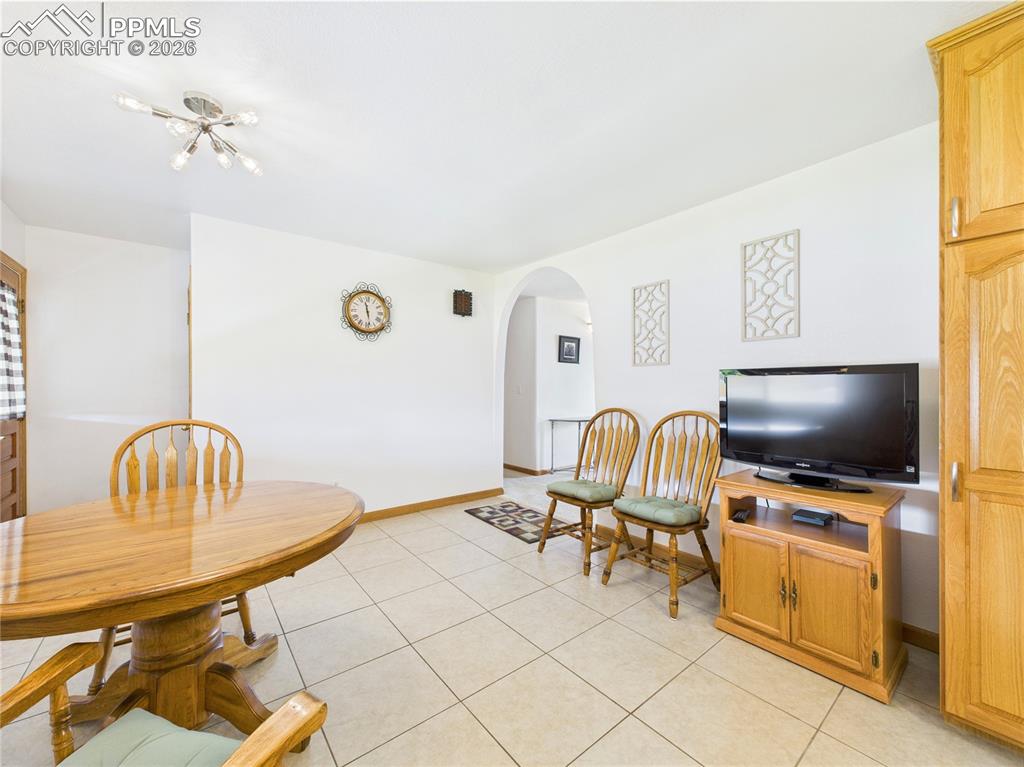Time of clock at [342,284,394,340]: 11:28
